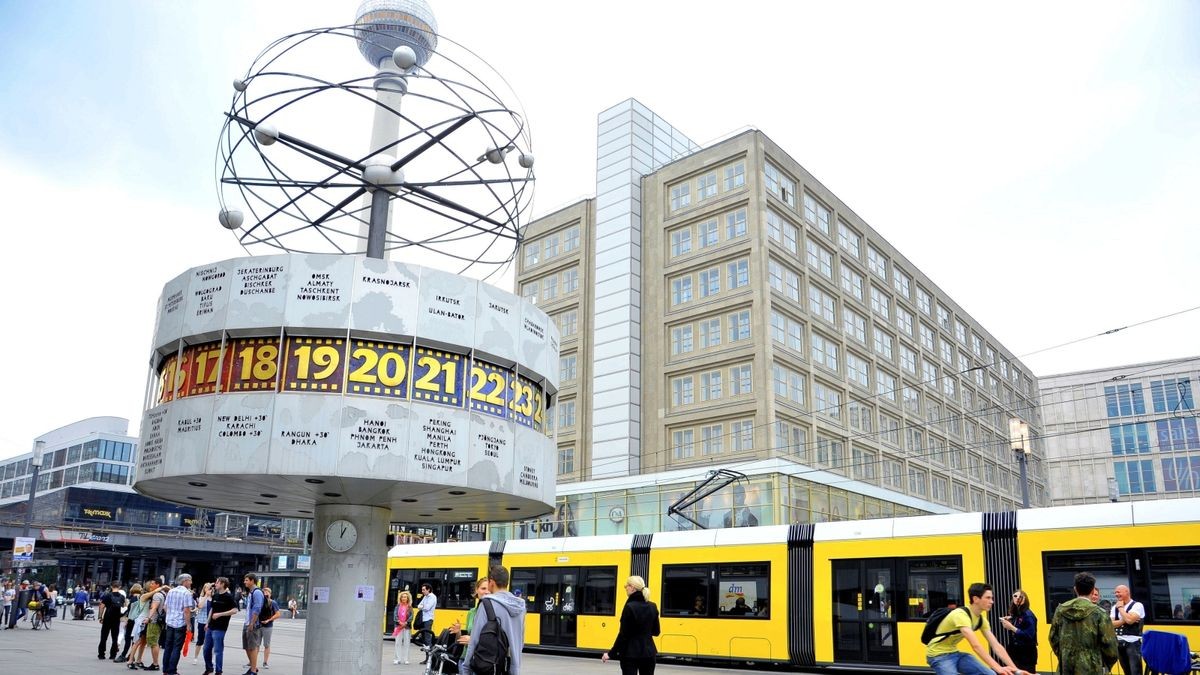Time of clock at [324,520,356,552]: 1:00
